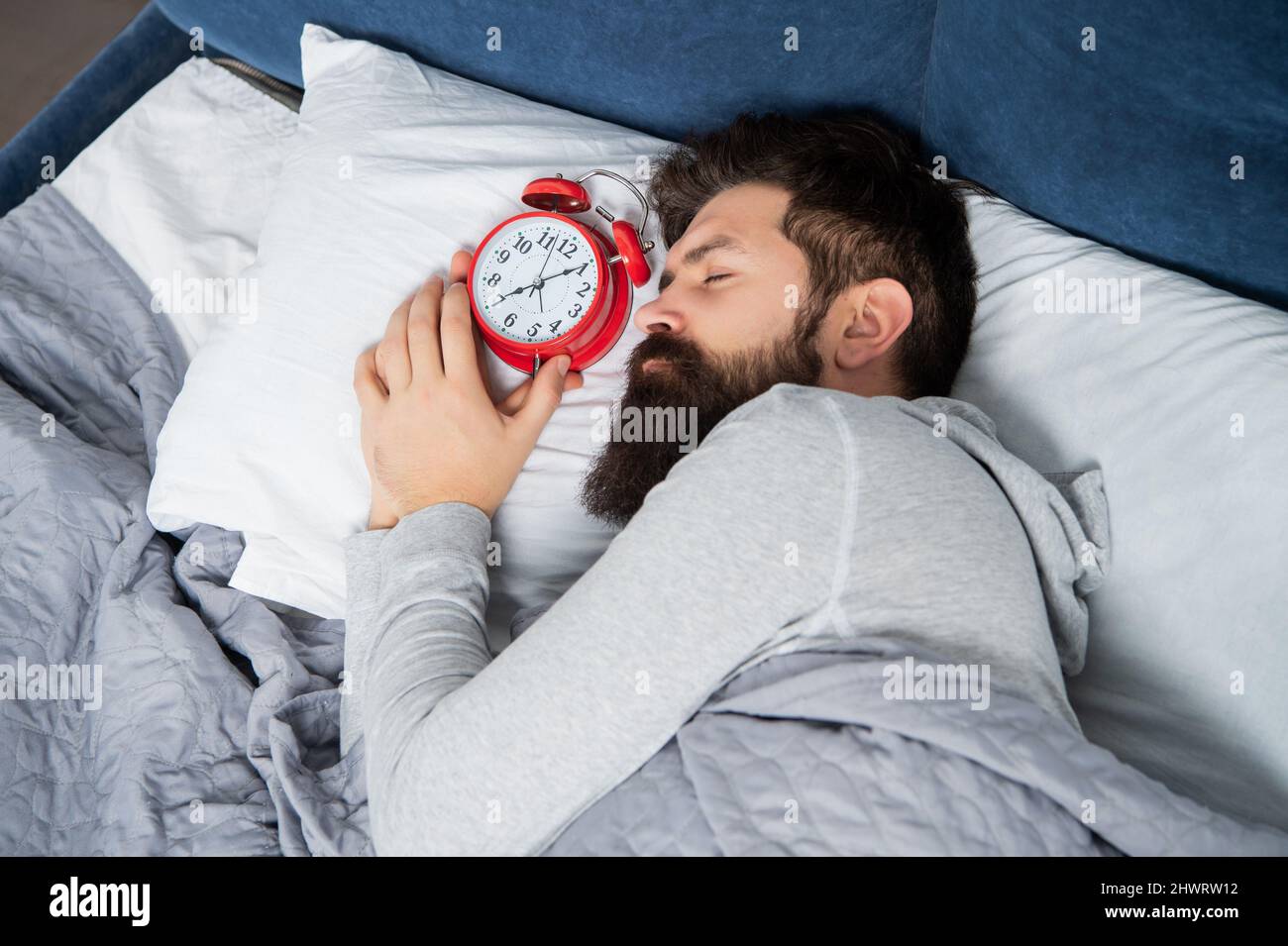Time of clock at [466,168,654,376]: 8:09
